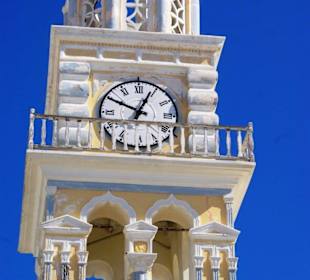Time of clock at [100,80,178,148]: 12:49
